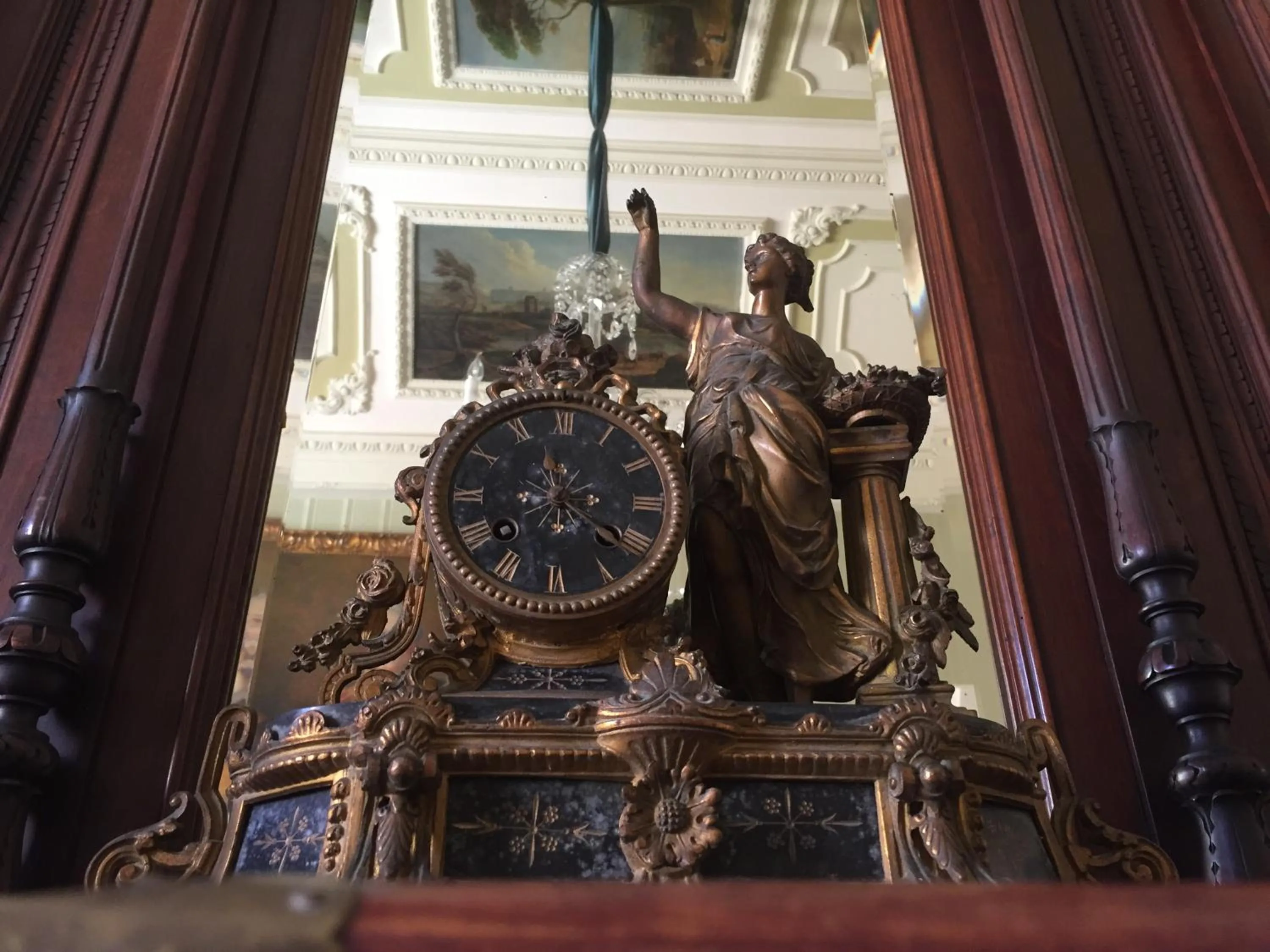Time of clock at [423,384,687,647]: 11:21
